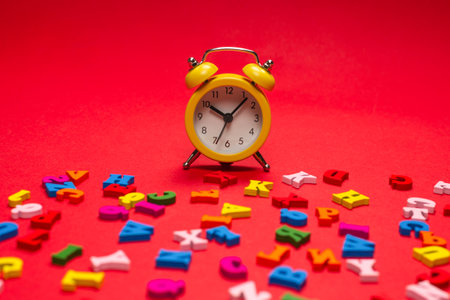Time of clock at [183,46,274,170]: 10:07
